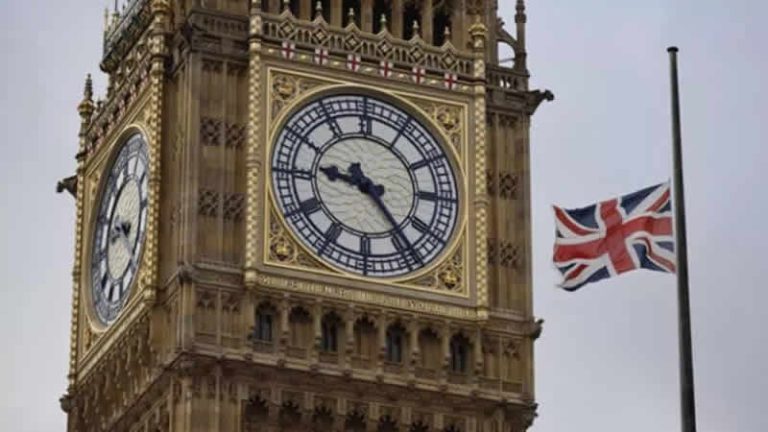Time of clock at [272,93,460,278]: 9:23
